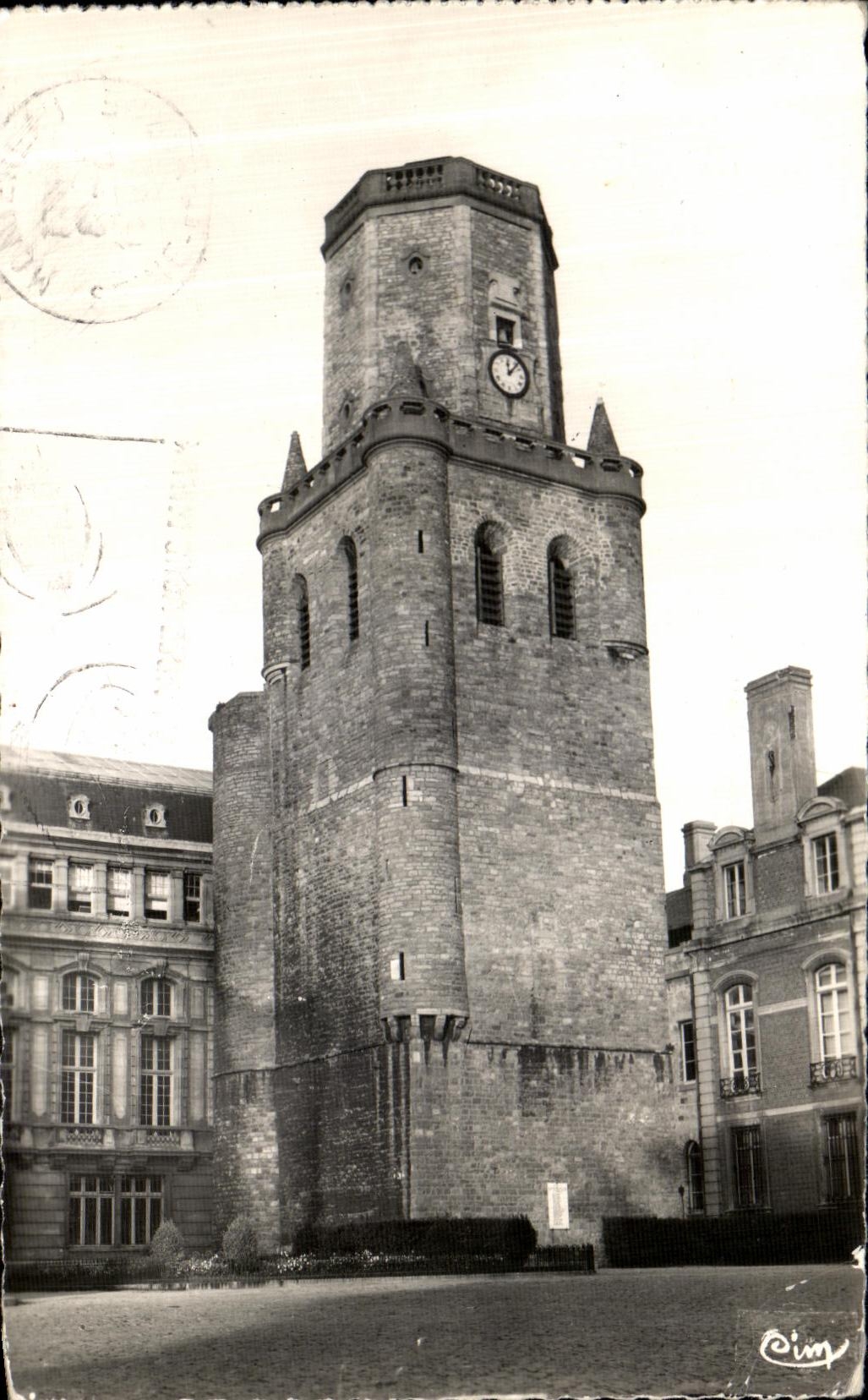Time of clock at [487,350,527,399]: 12:07
